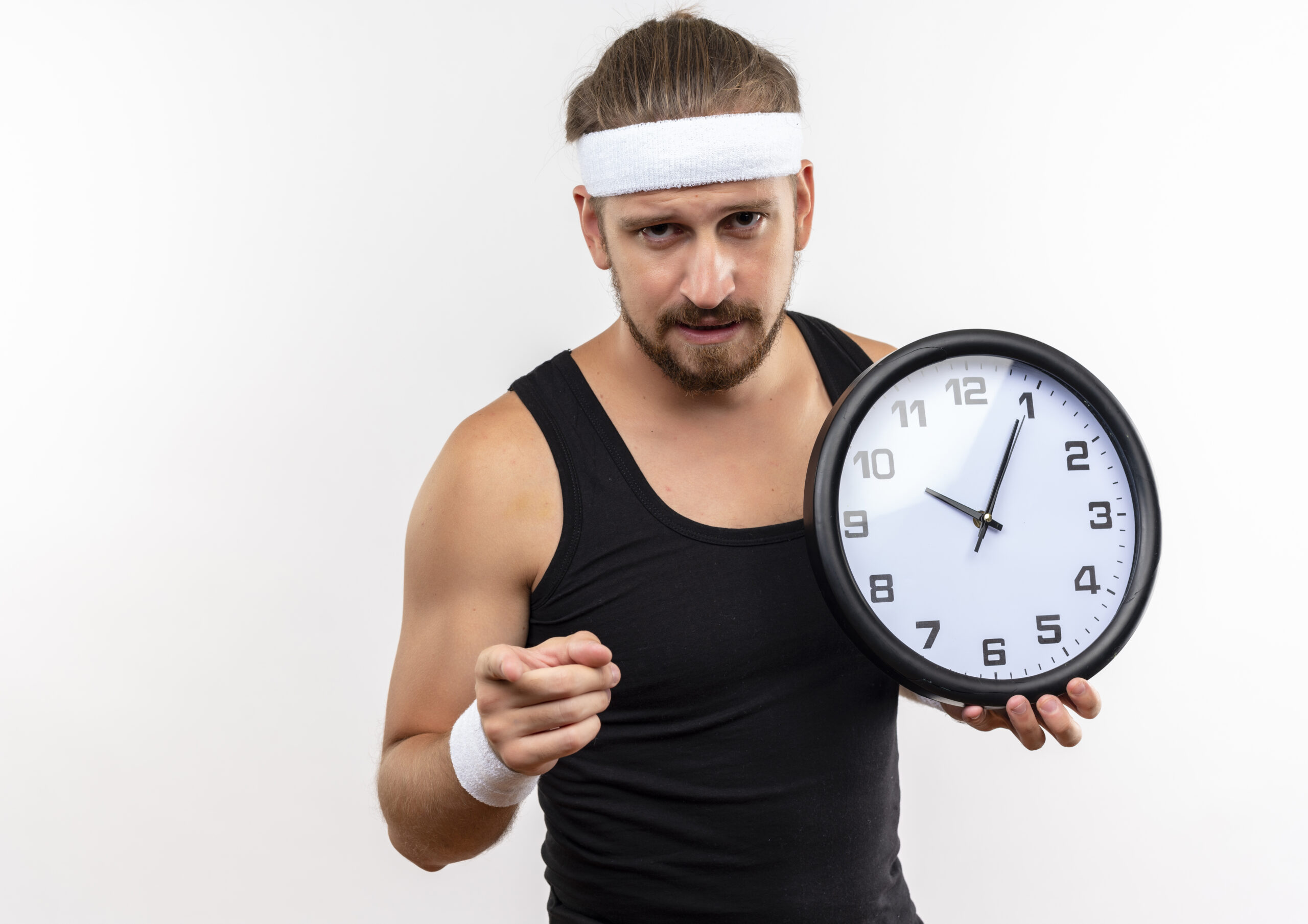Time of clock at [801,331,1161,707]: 10:04
